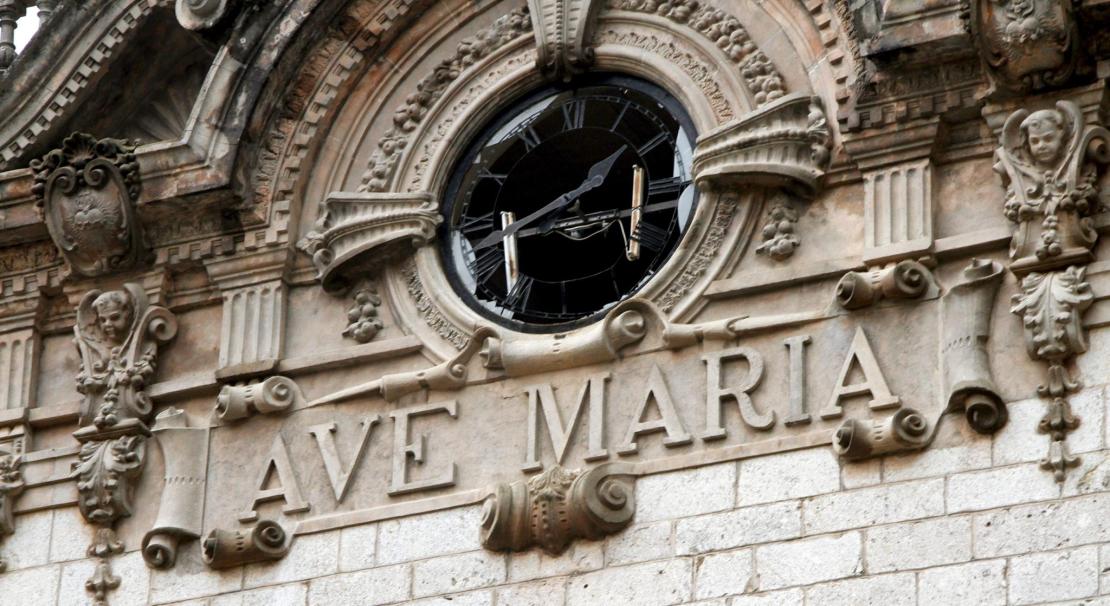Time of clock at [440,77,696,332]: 1:41
